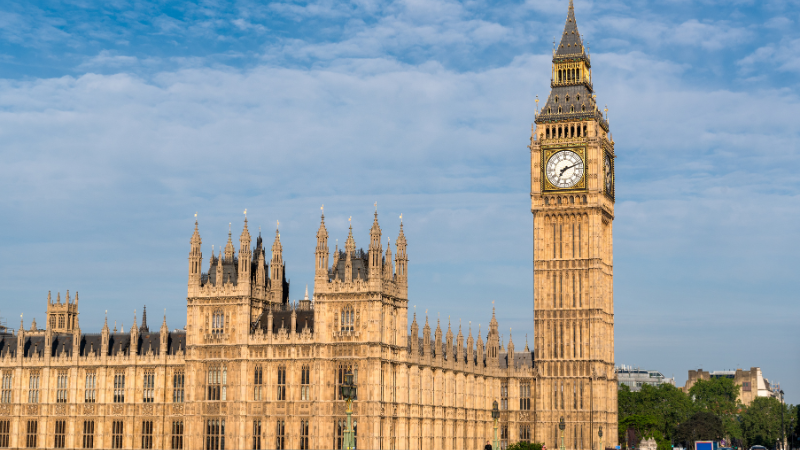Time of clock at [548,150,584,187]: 7:11
